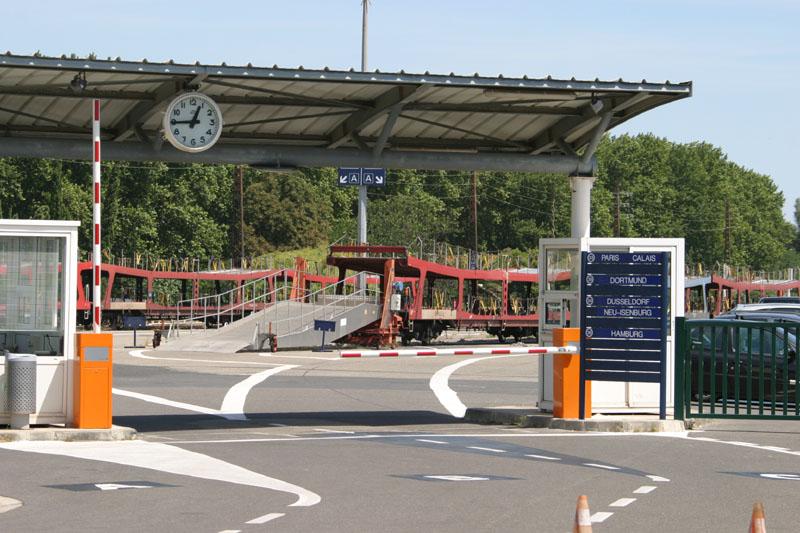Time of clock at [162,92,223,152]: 12:44
